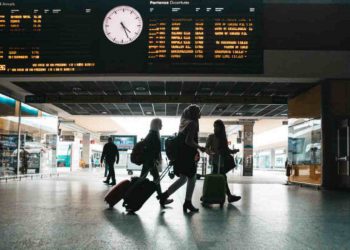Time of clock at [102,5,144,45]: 4:26
